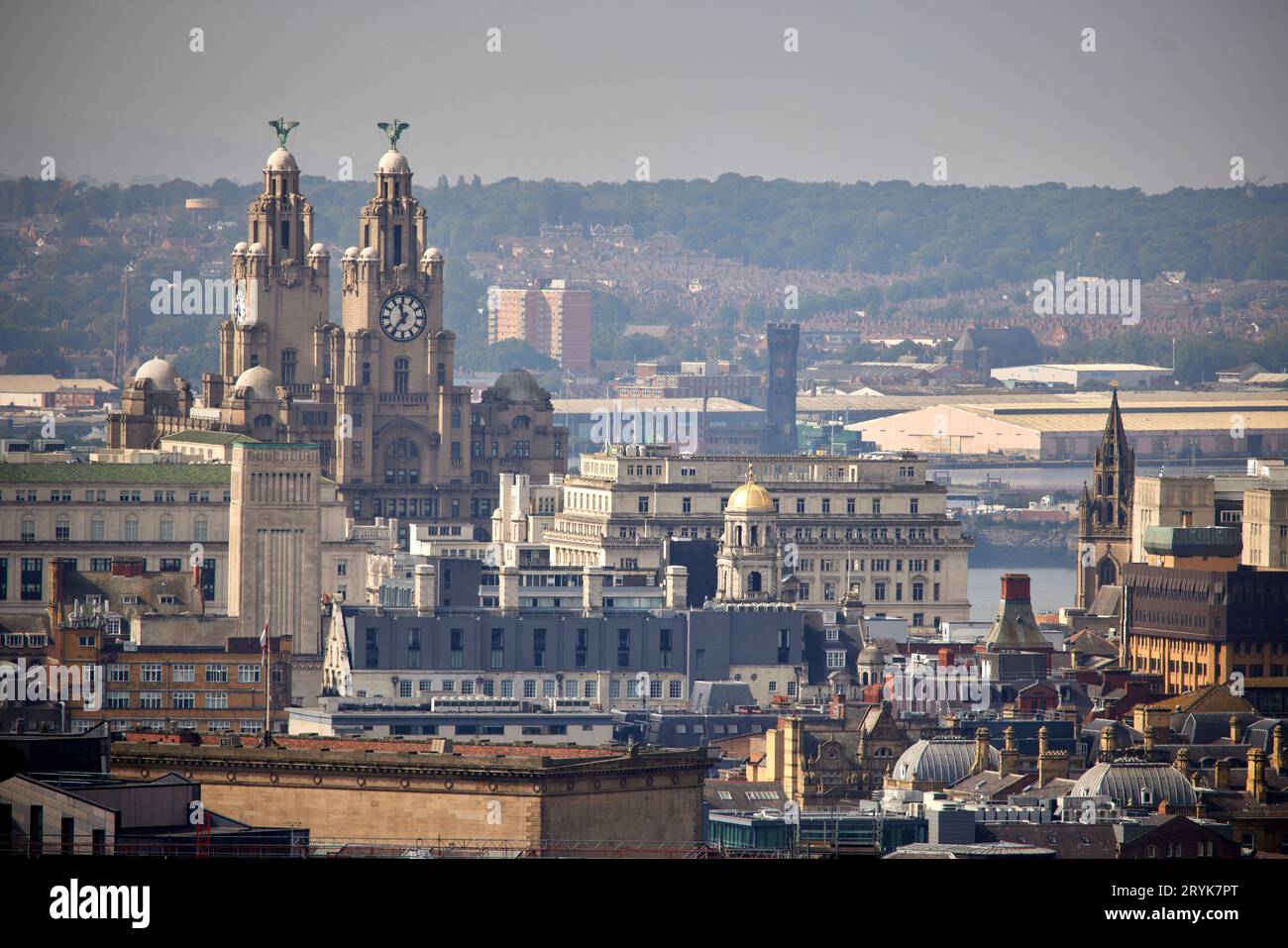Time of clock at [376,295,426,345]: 11:36
